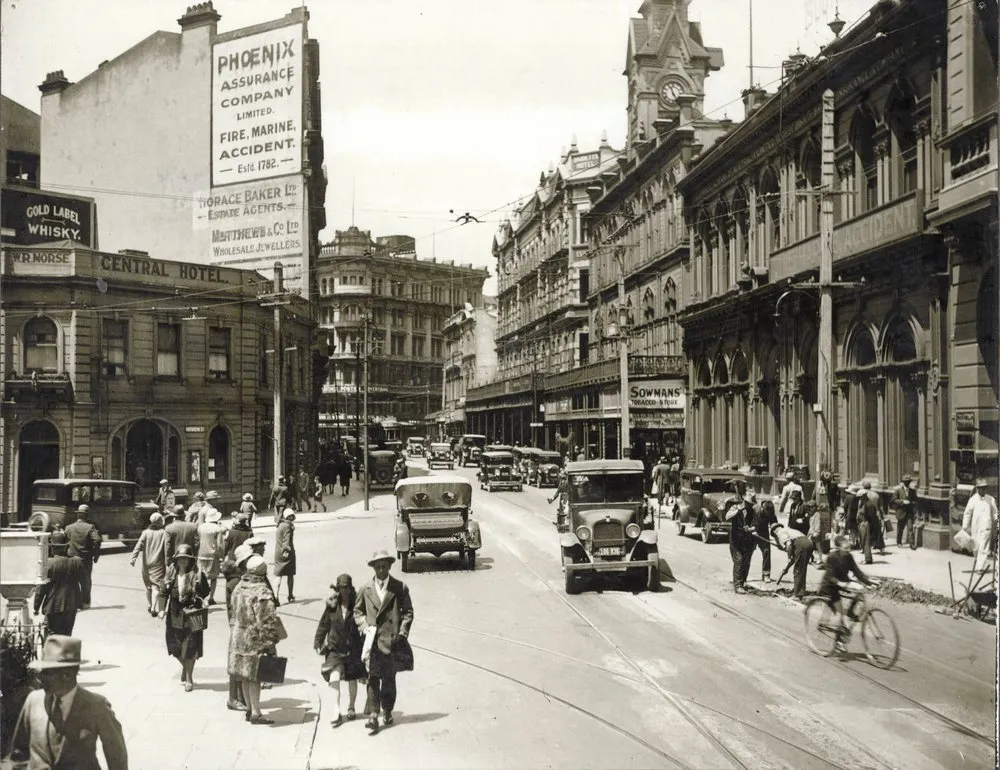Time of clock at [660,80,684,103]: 4:57
